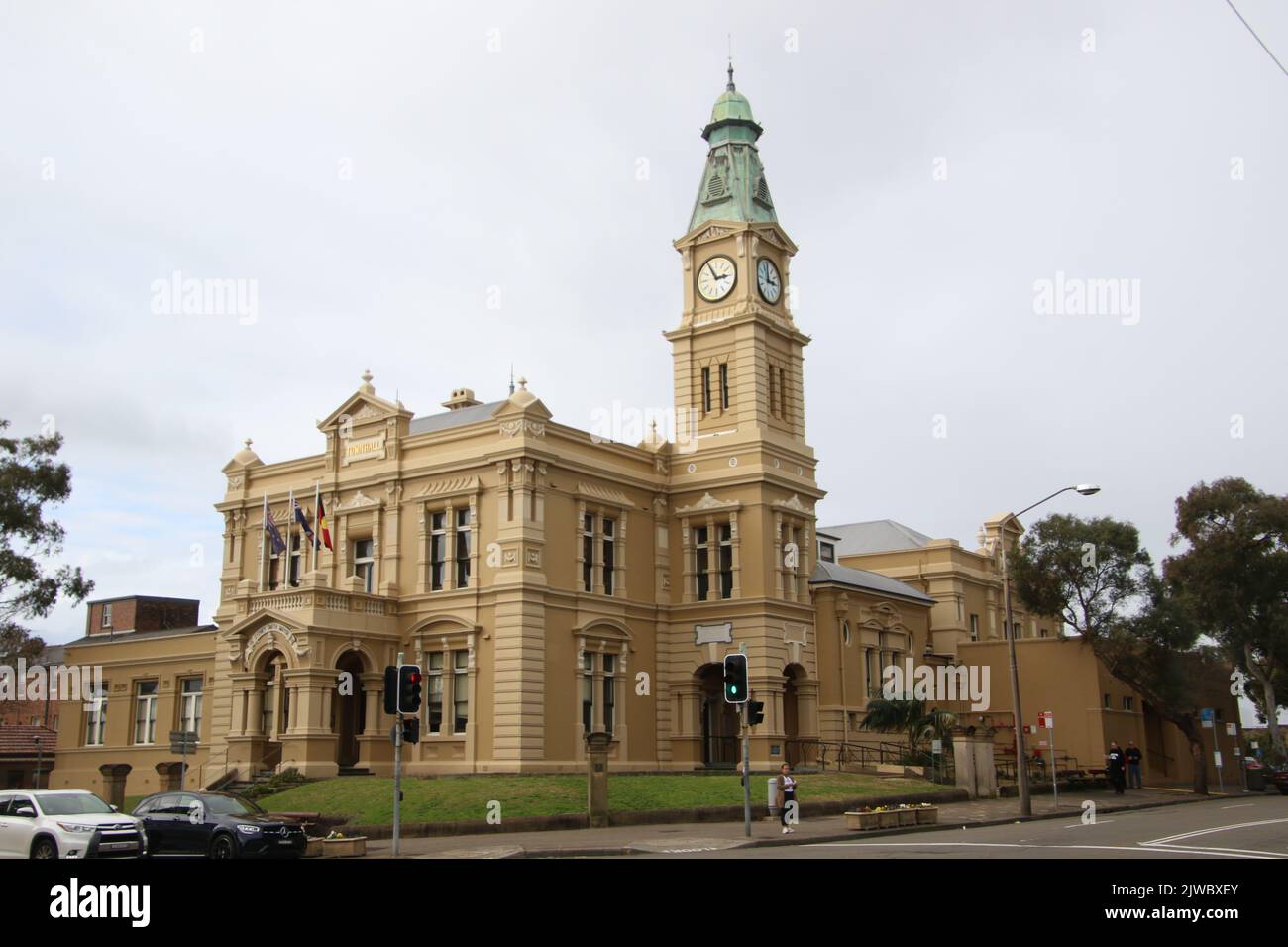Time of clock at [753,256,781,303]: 2:58
